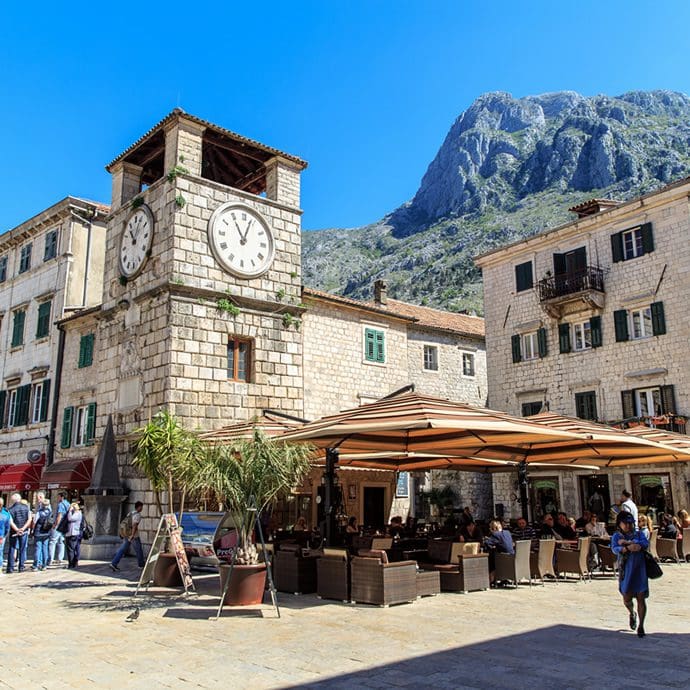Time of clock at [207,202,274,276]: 11:03
